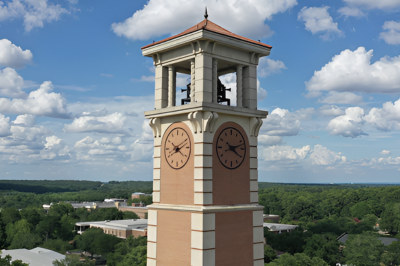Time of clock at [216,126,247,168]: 4:12
